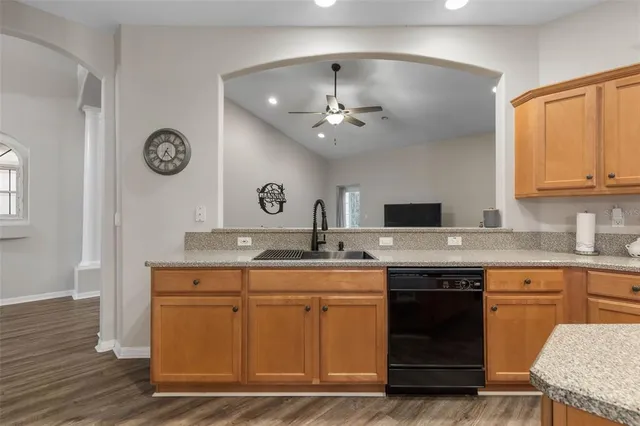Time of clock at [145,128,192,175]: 4:34
